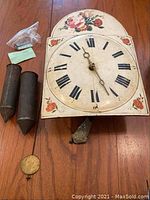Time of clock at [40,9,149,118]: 11:25
